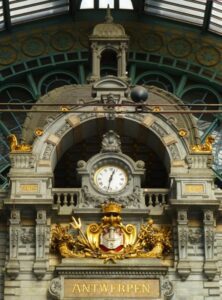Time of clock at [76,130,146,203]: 12:32
